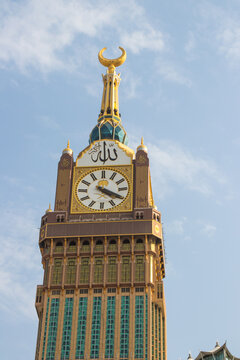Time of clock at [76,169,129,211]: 4:19
